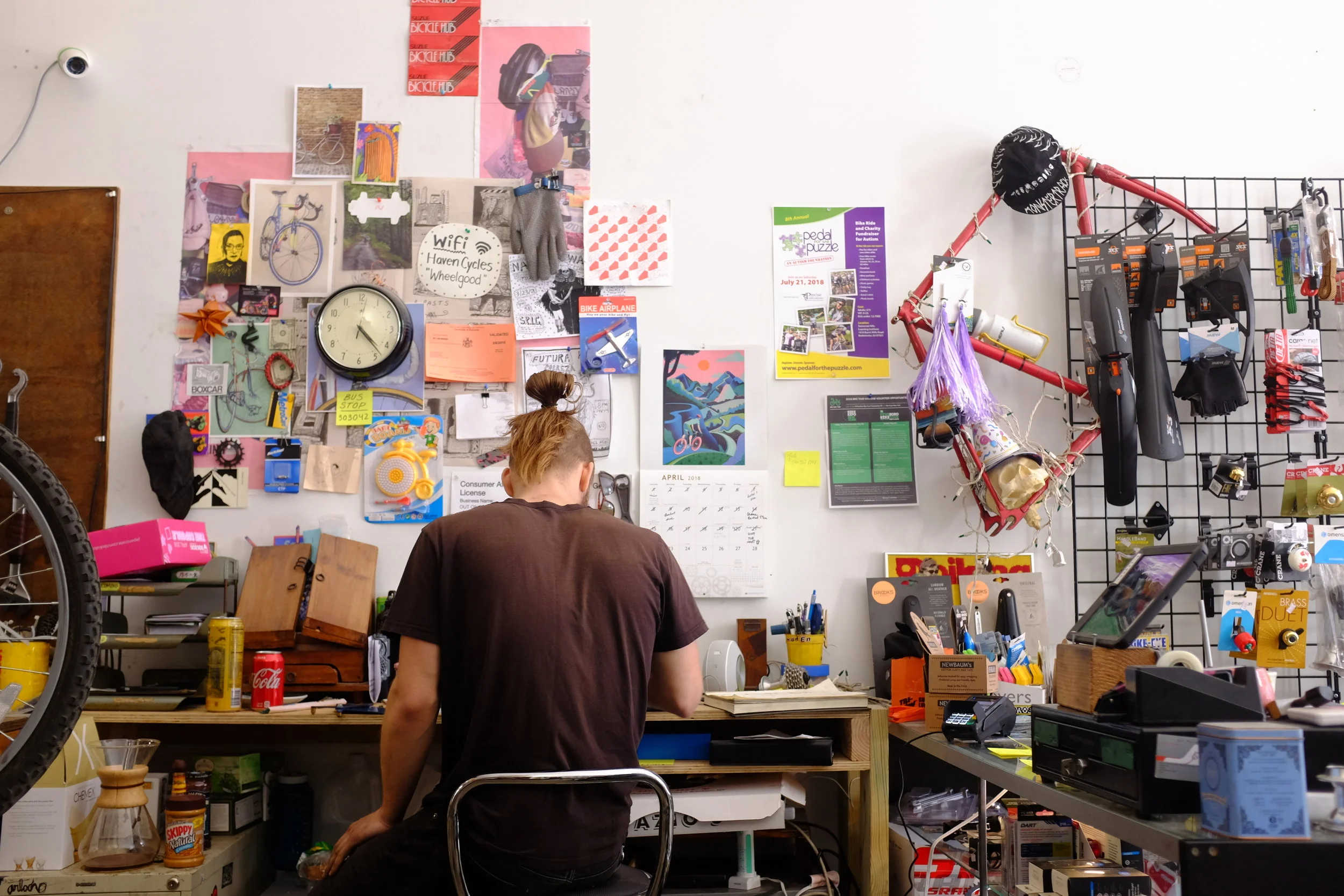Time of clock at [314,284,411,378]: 4:22
